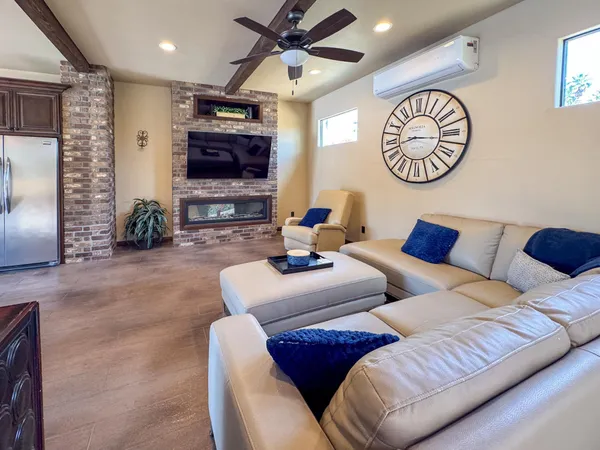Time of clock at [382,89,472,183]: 8:16
